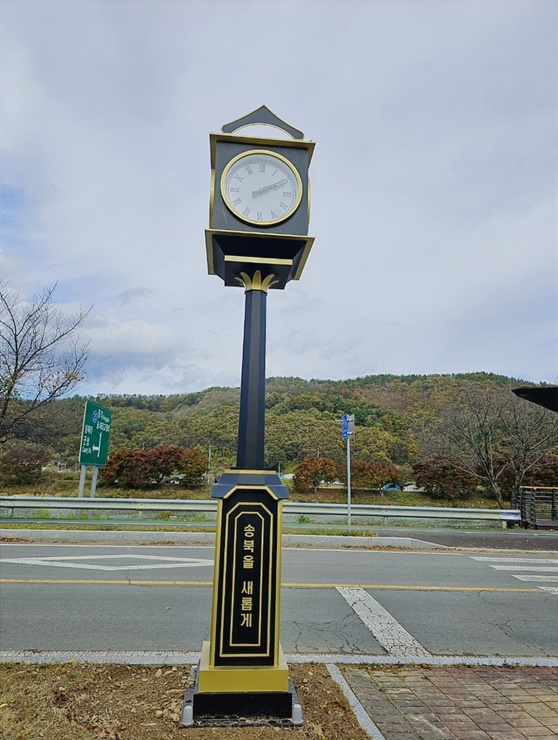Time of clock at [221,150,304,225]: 2:09
